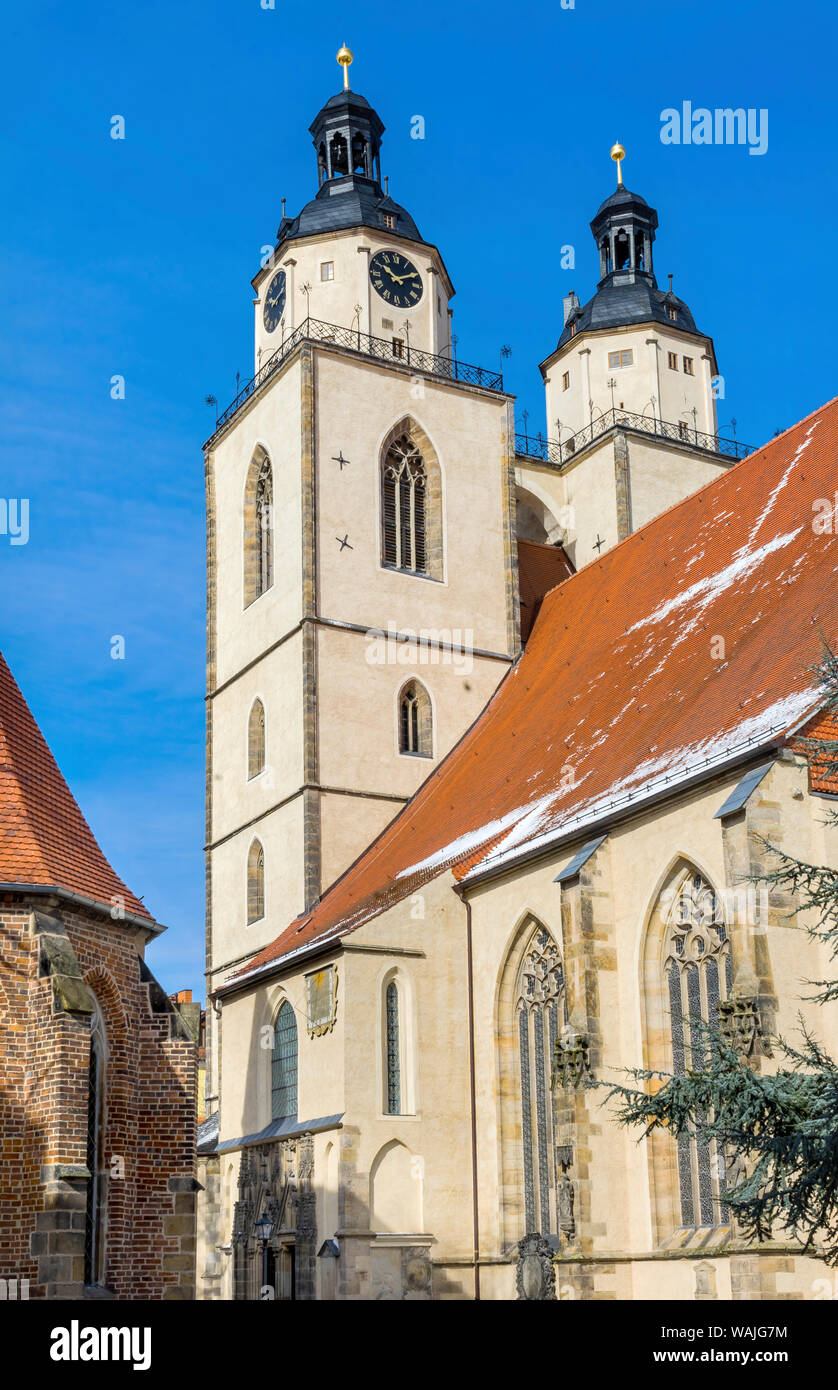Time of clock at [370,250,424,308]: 10:10
